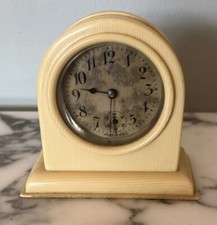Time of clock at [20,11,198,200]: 9:31
